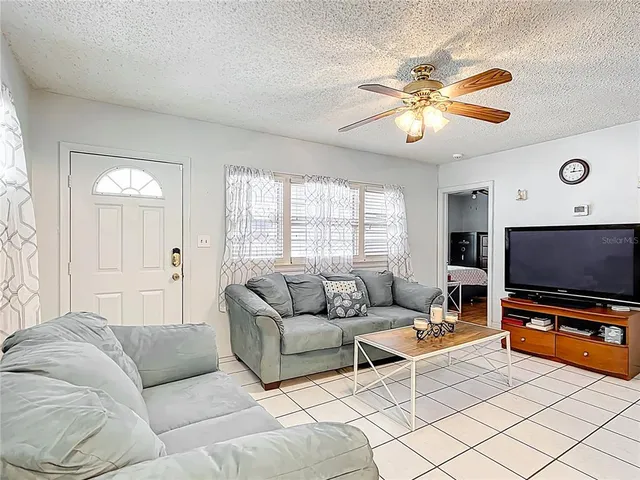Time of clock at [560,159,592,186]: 12:14
